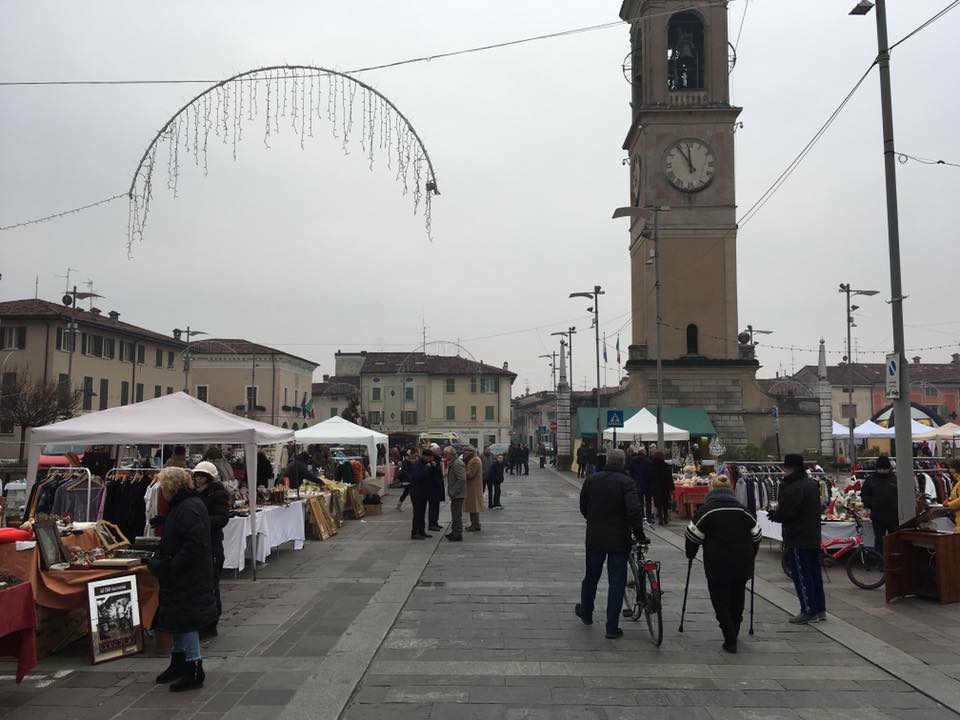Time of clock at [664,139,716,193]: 11:54
